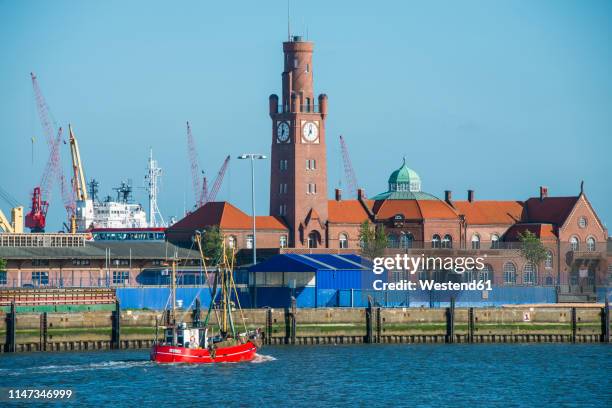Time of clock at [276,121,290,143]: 6:58
